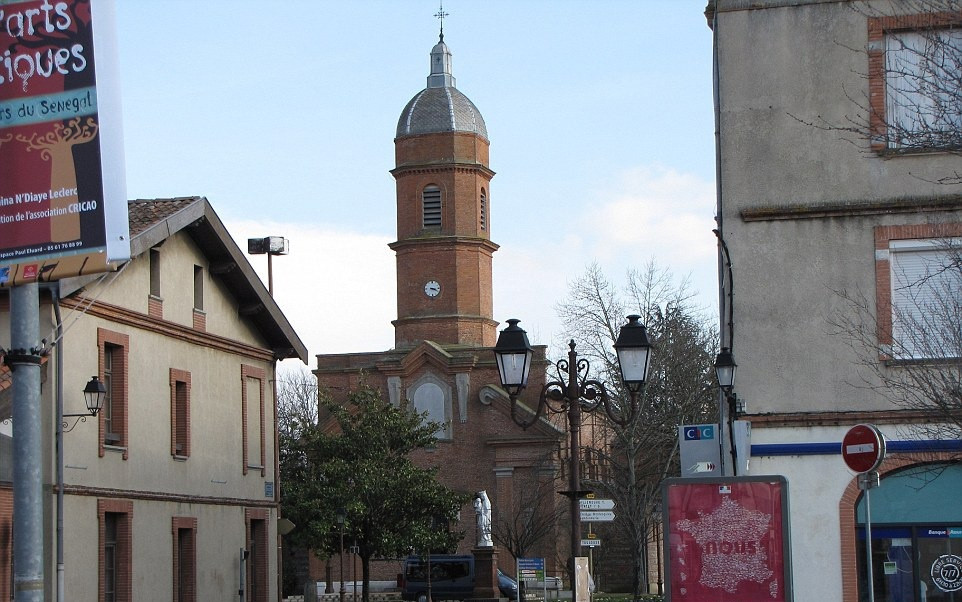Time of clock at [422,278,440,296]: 3:19
